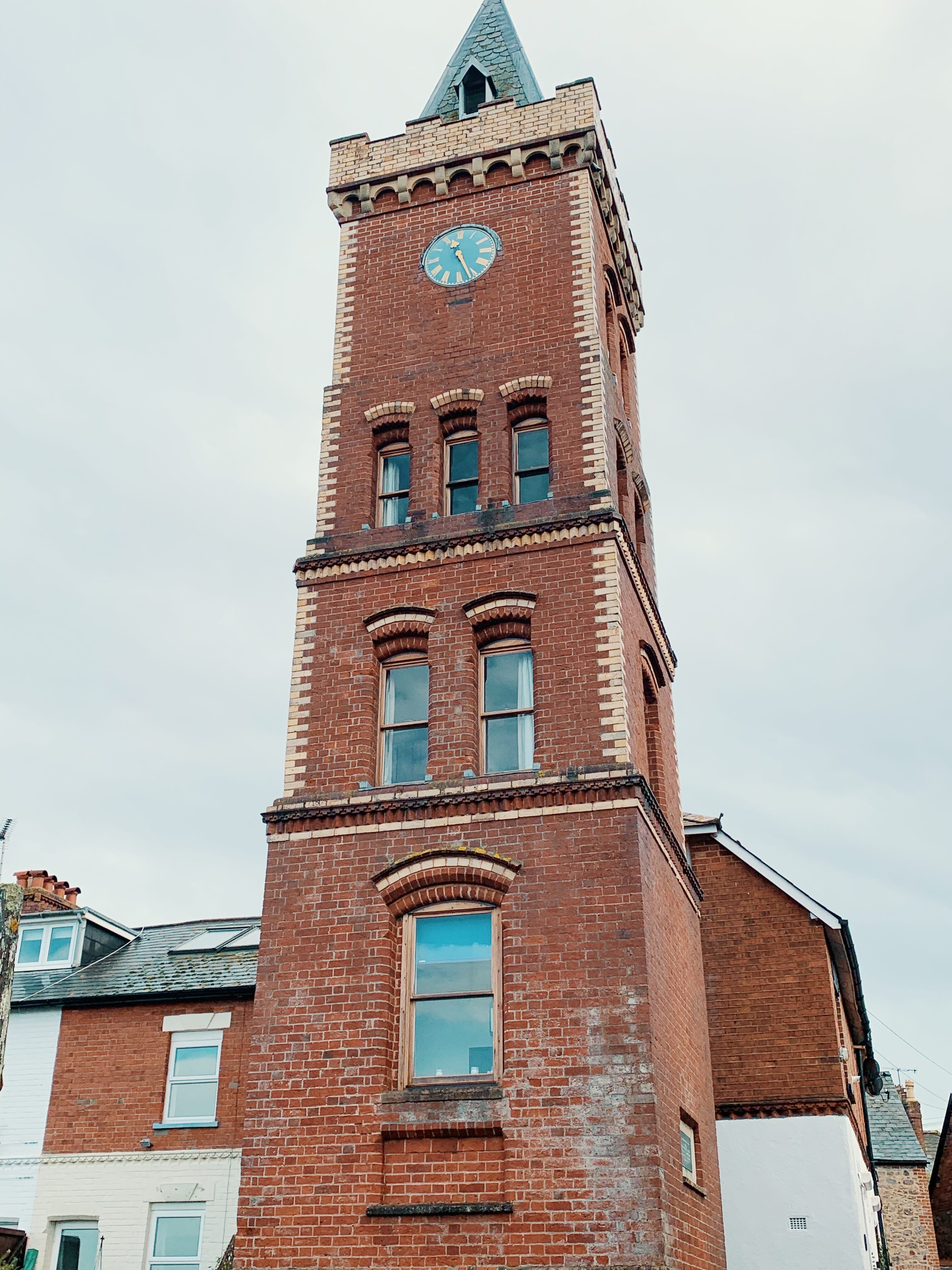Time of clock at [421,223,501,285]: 11:26
